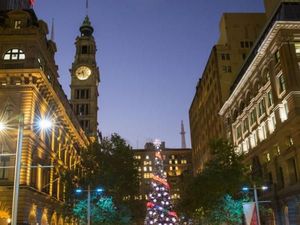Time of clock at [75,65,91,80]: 8:27
